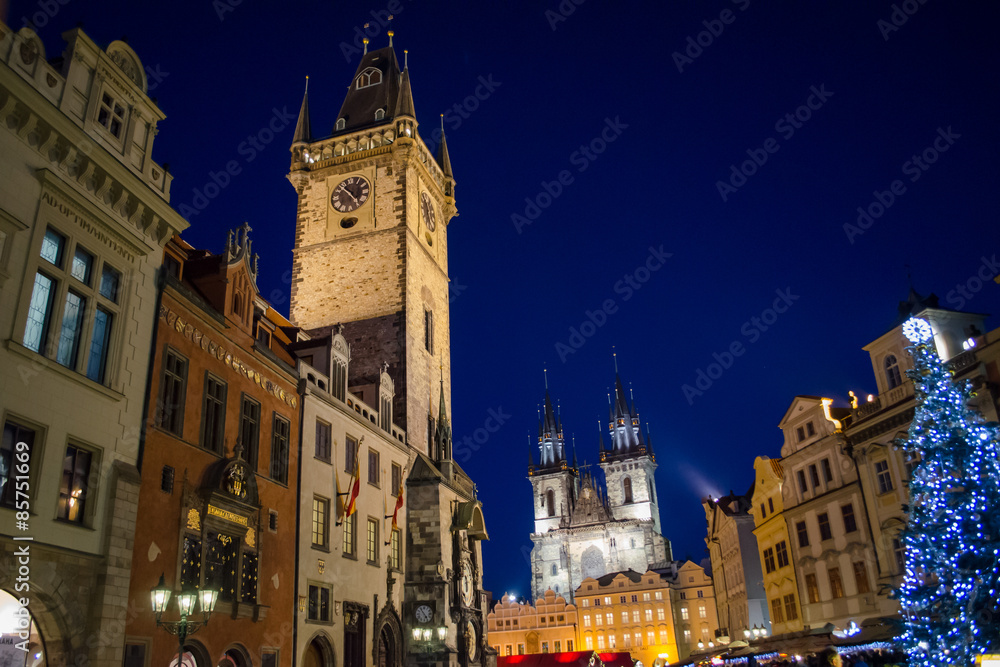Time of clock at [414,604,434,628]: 4:54
